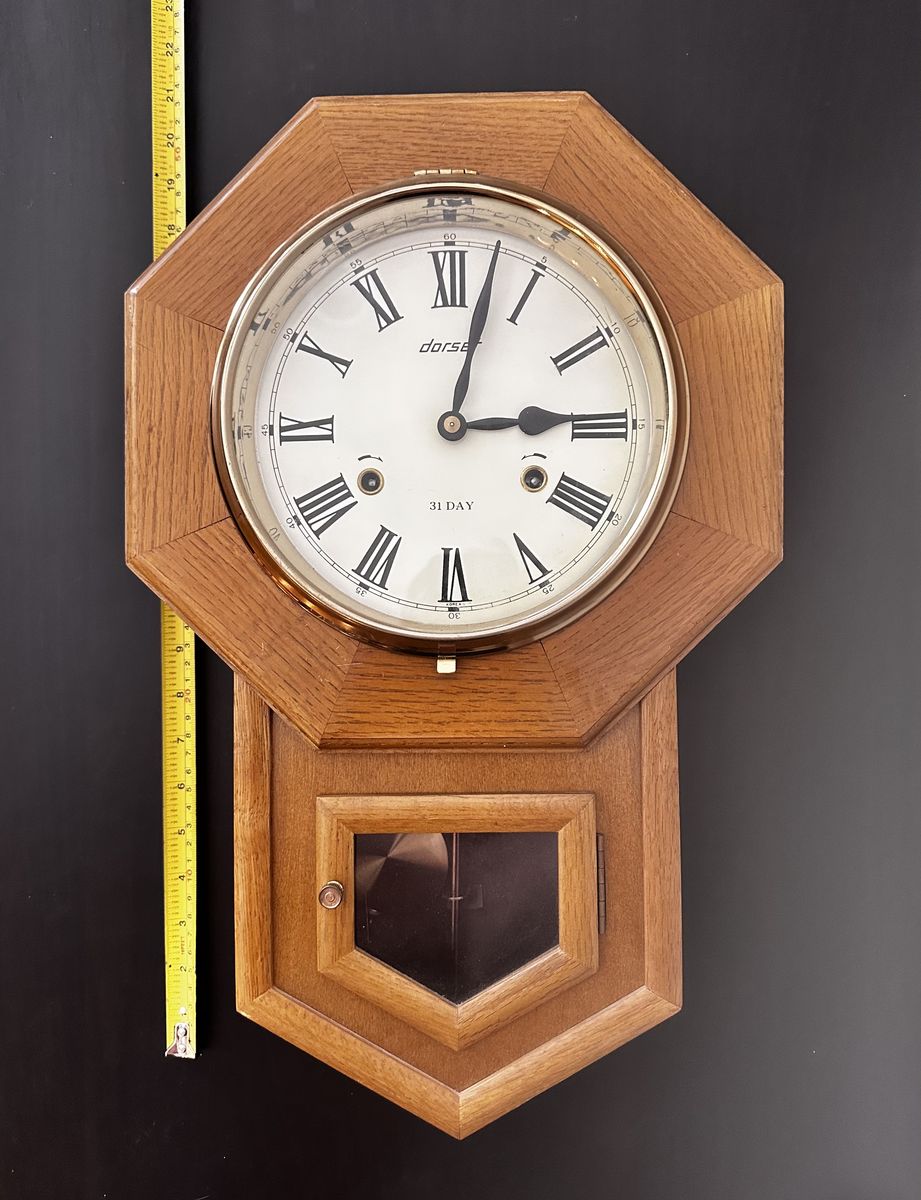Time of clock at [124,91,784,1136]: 3:02
